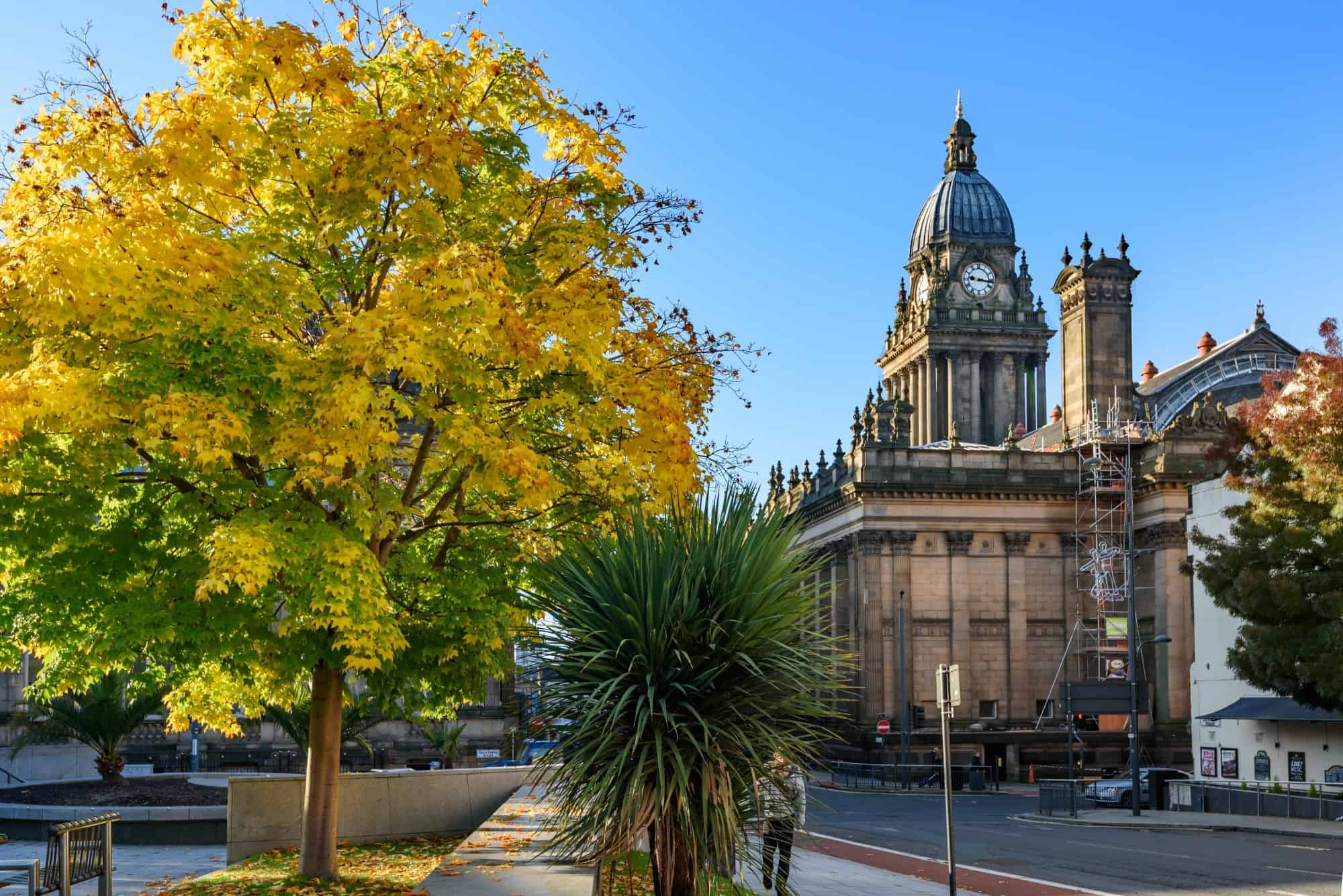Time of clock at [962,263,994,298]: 9:16
